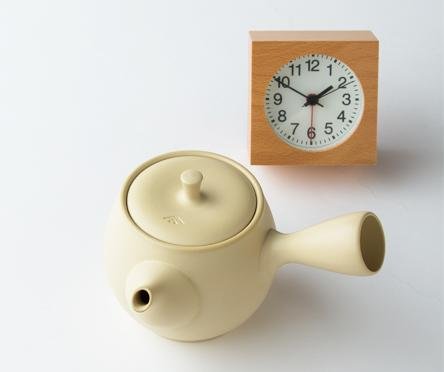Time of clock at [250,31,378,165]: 1:50
